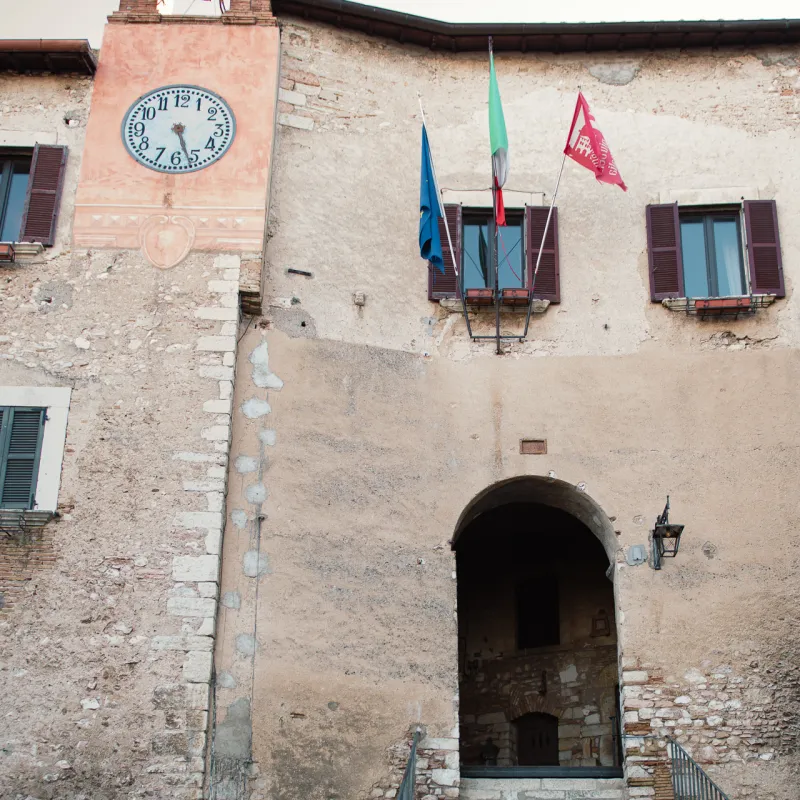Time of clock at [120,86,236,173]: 5:26
